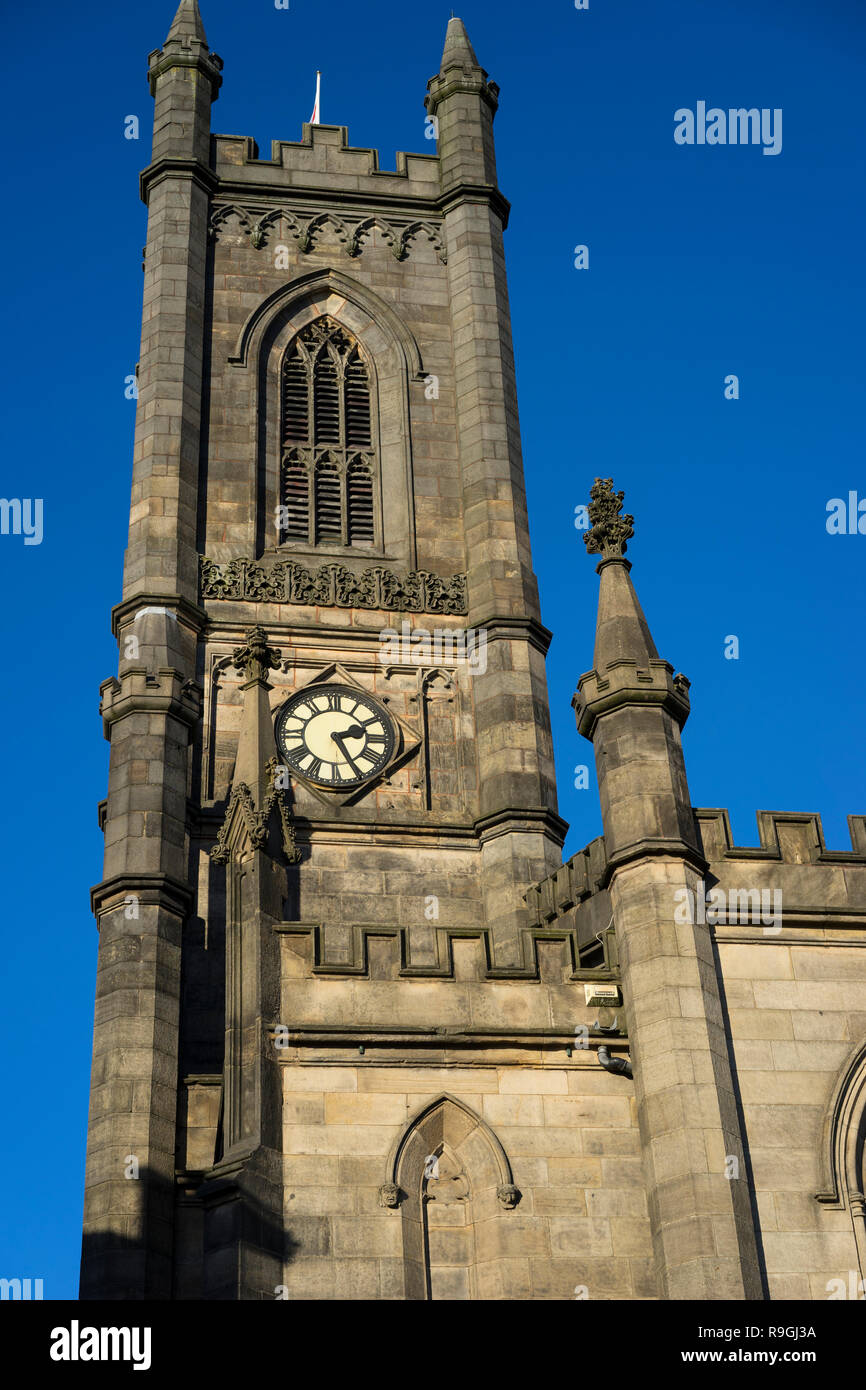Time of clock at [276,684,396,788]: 2:25
